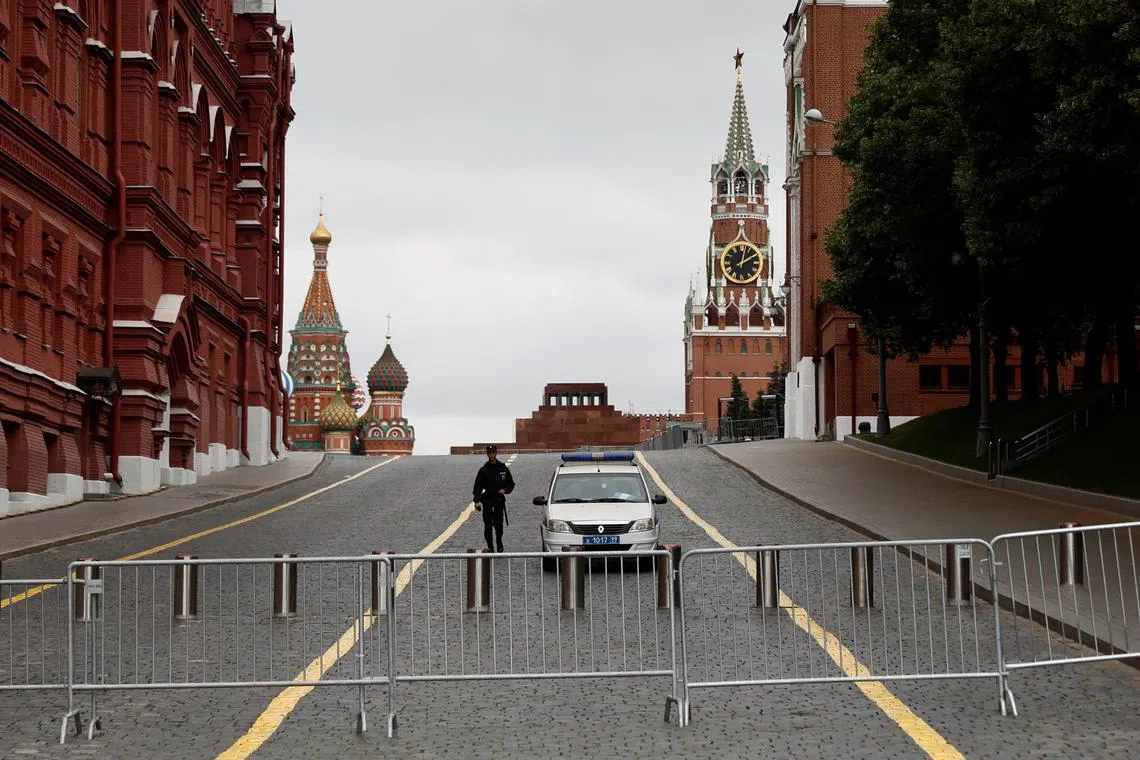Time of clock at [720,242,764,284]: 2:02
